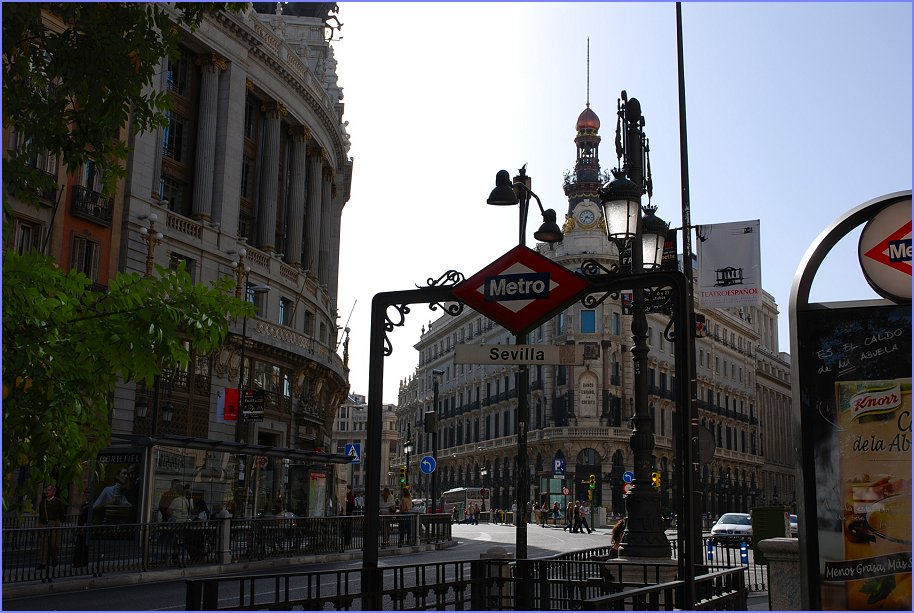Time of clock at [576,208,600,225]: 3:34
